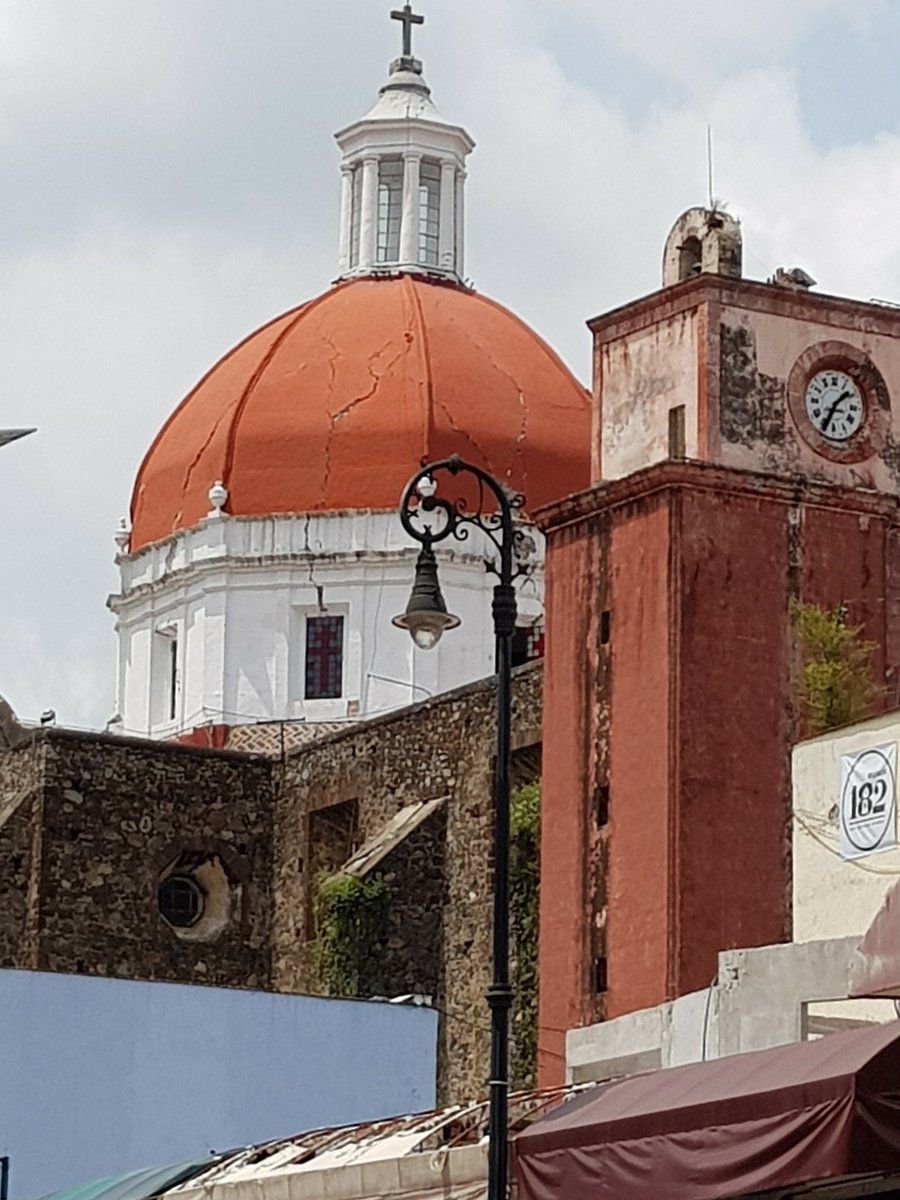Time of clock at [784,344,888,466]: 1:34
